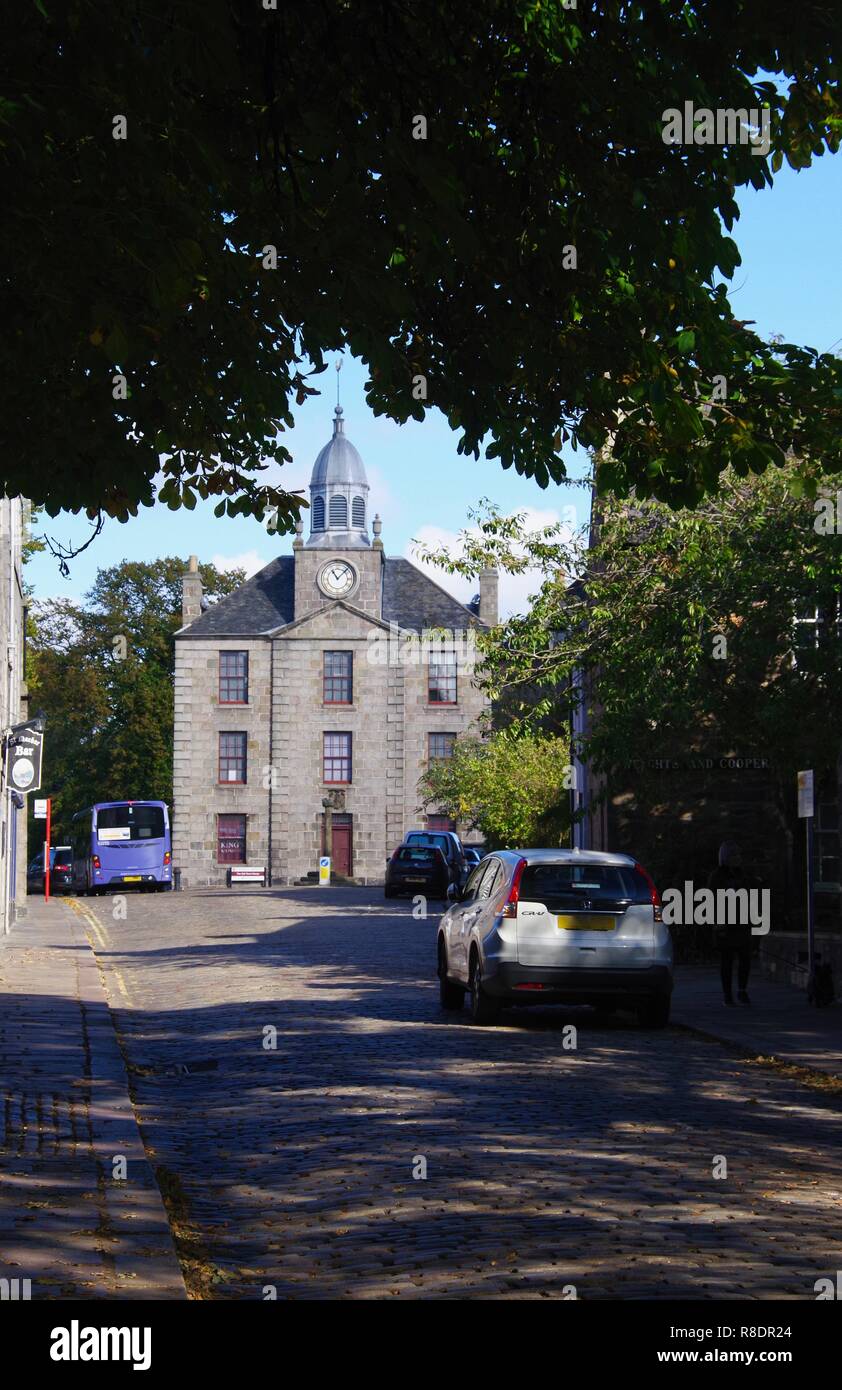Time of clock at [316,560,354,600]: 11:07
